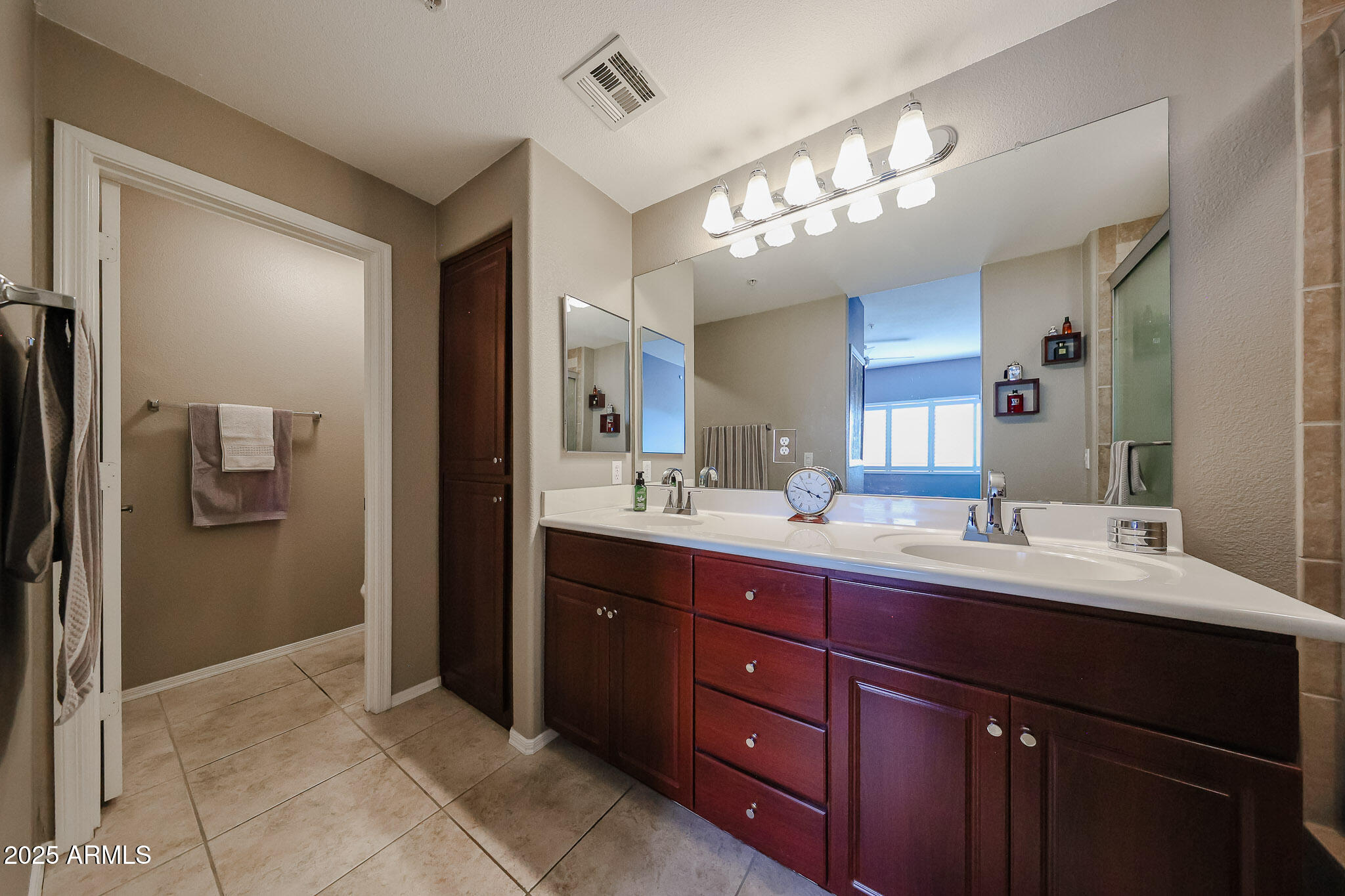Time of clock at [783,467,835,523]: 3:47
